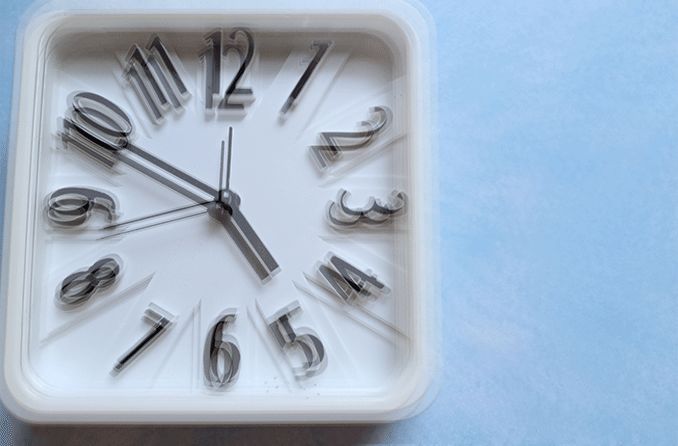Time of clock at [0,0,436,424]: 4:49
